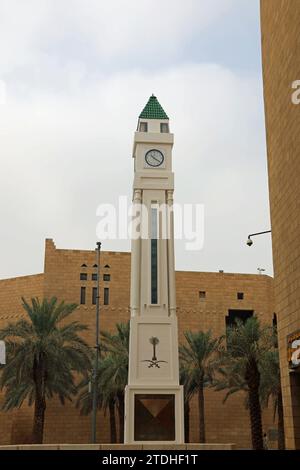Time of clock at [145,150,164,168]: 10:20
